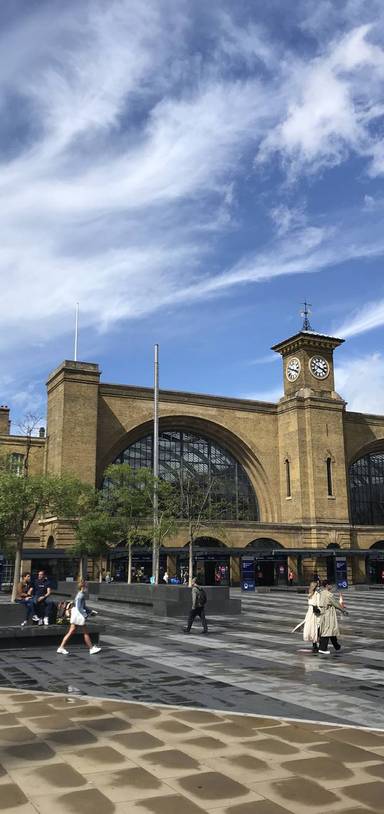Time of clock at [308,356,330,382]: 3:48
